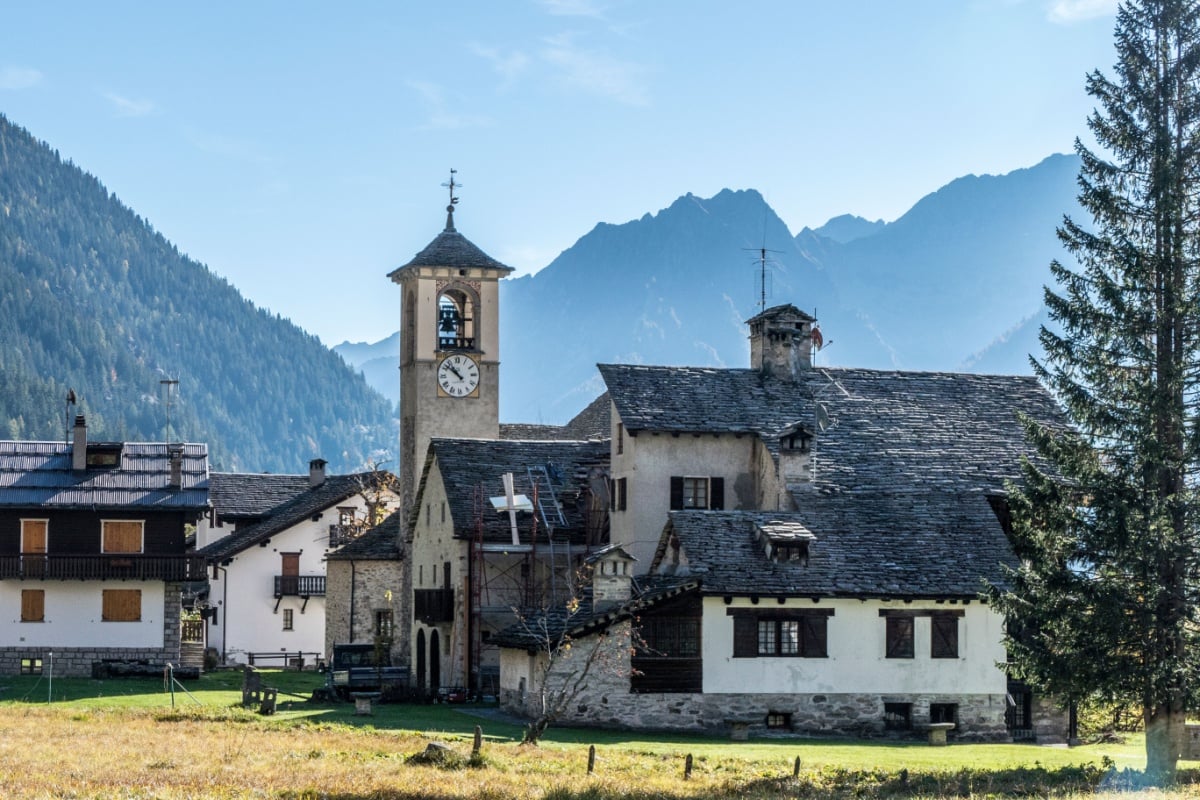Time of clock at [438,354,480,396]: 10:51
